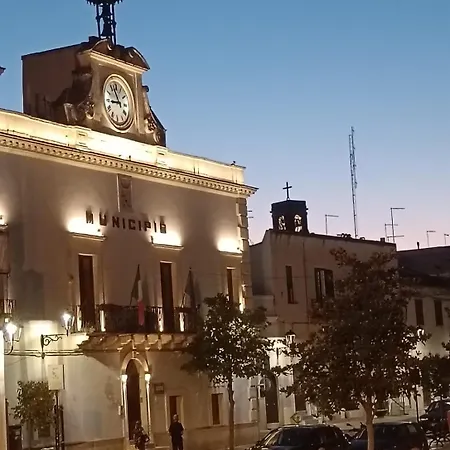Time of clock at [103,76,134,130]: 8:56
